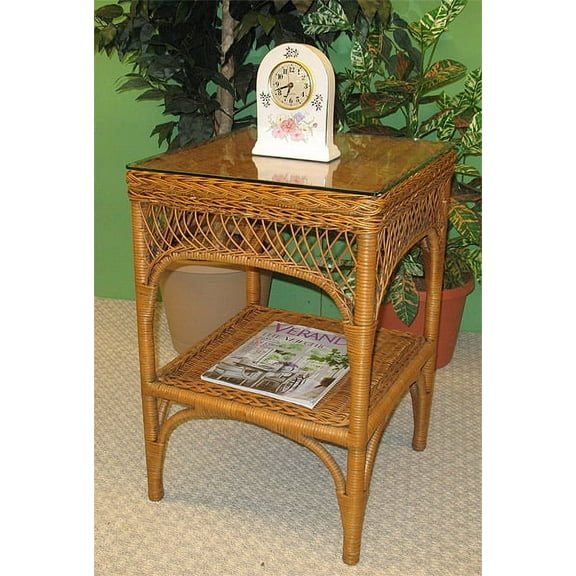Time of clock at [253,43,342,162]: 6:41
